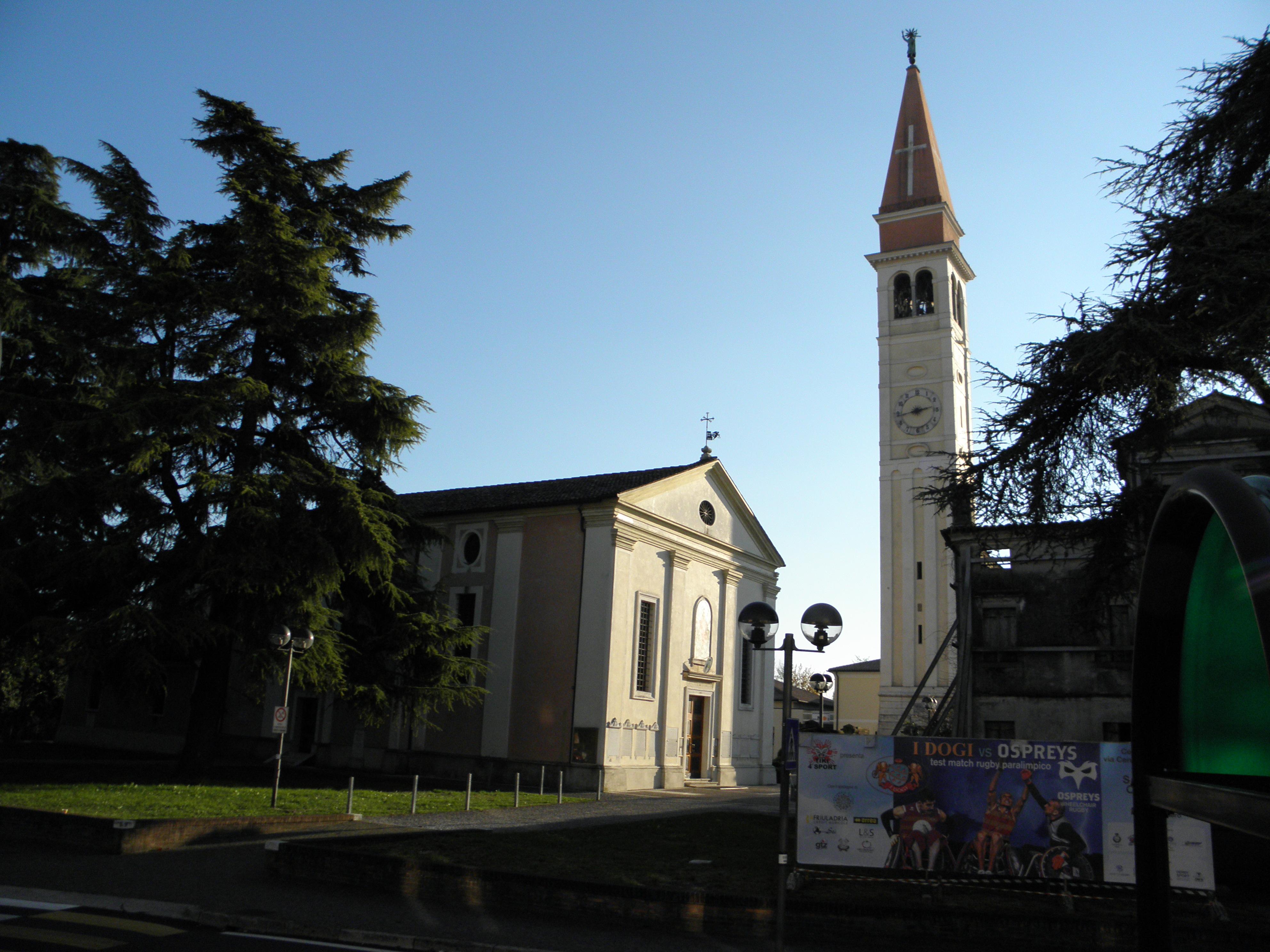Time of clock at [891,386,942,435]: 2:43
